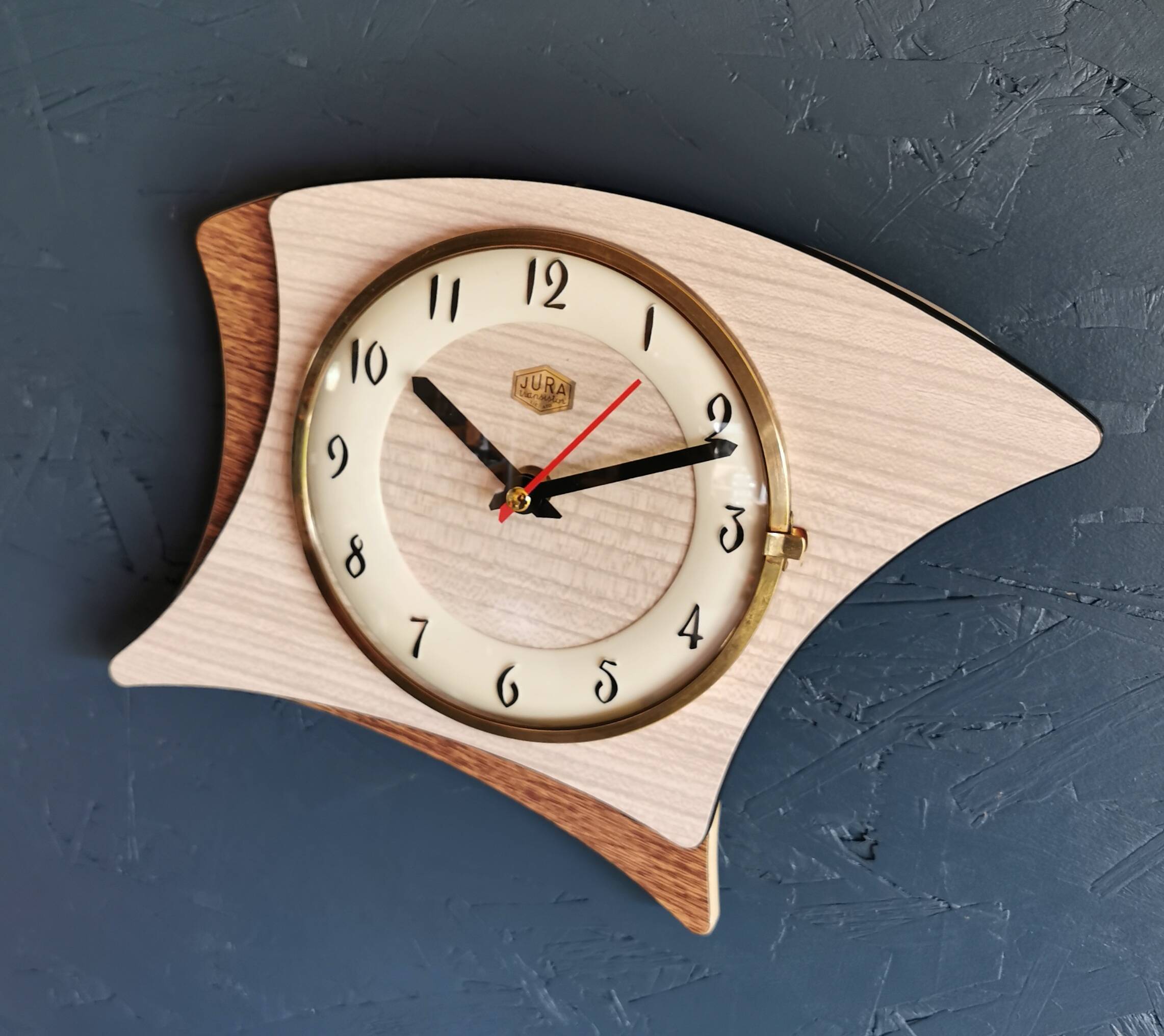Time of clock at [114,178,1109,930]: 10:11
